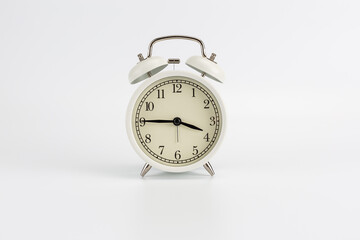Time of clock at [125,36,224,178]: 3:45
